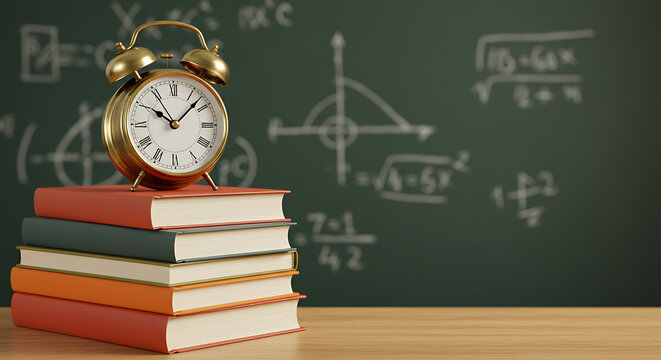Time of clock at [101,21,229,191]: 10:07
